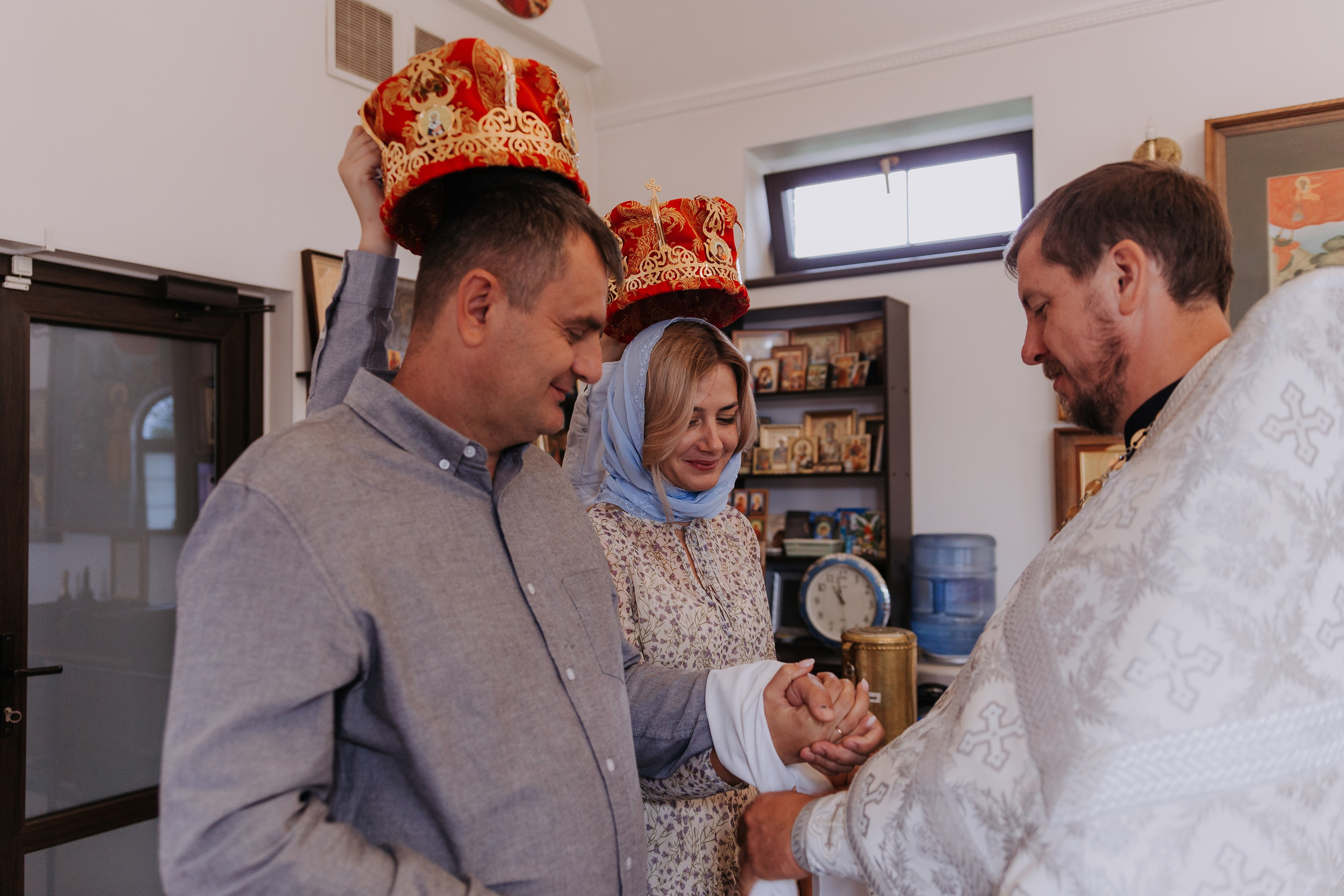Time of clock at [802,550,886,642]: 10:58
